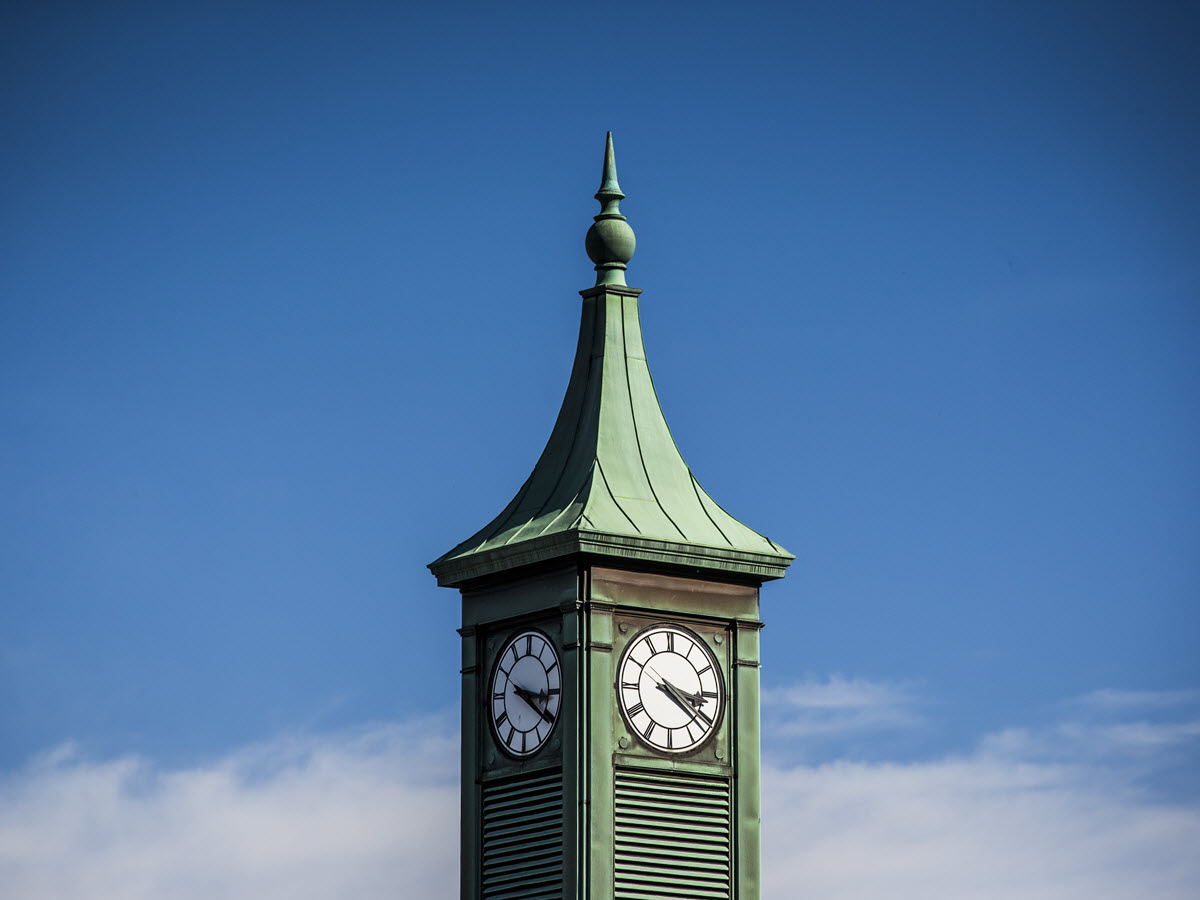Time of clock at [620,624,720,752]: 3:21
